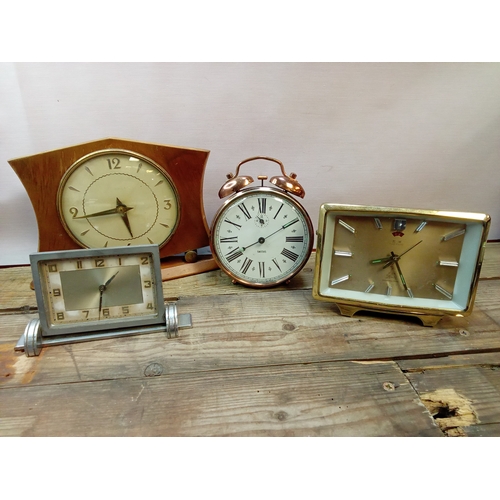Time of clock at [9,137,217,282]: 5:43
